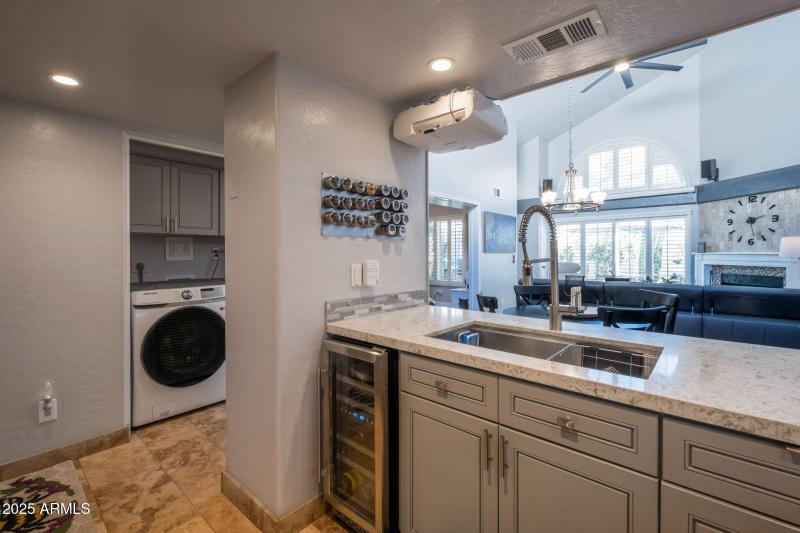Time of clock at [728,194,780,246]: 2:28
